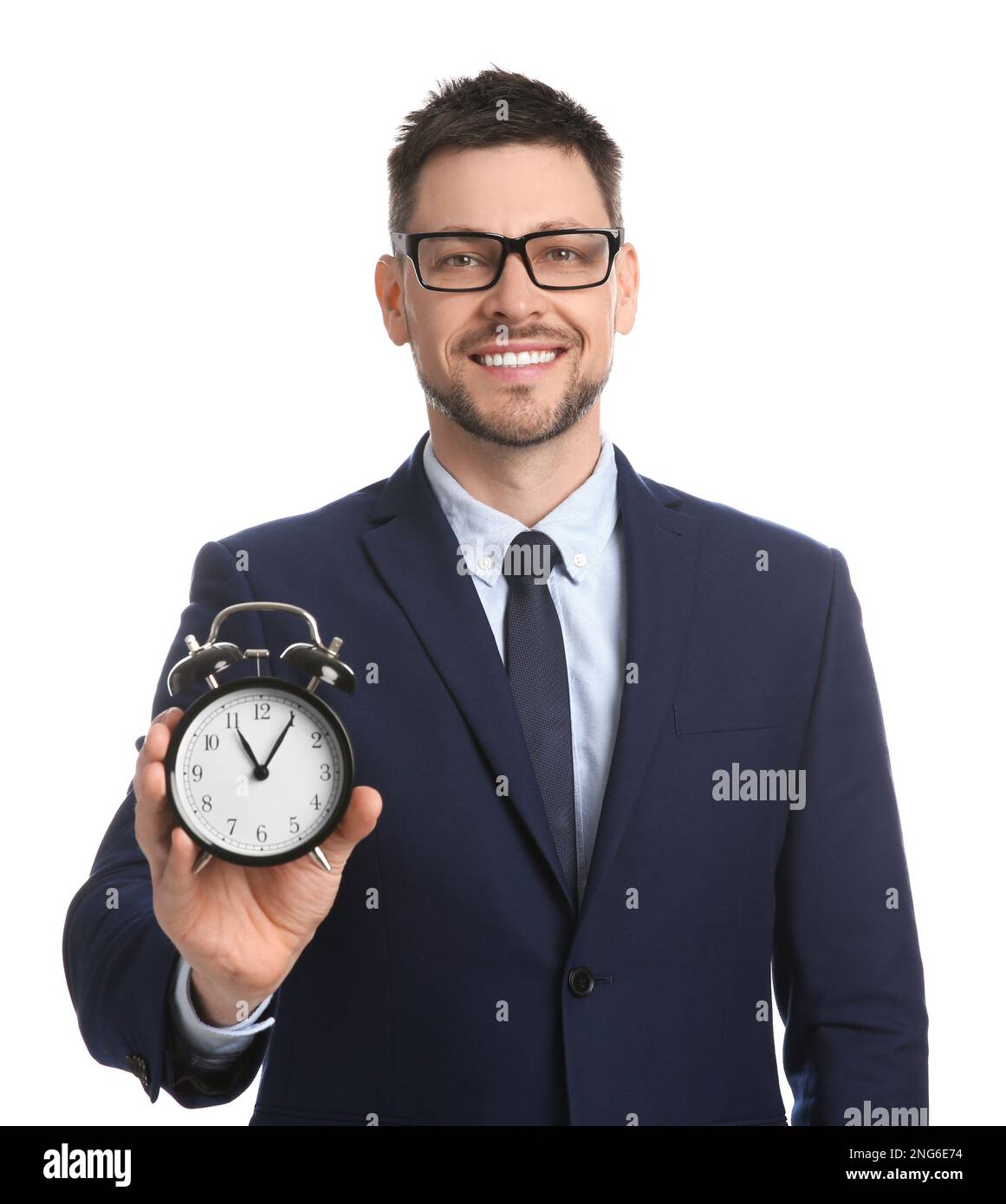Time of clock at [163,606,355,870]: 11:05
